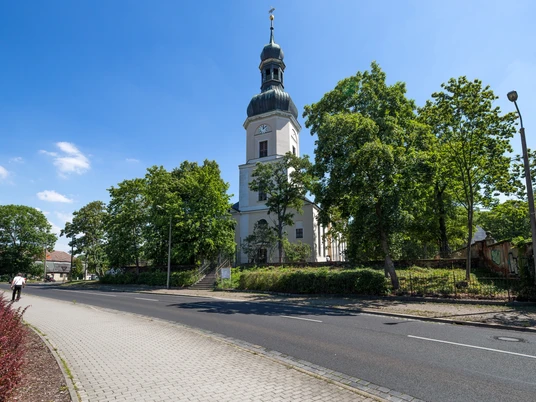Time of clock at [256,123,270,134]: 12:07
